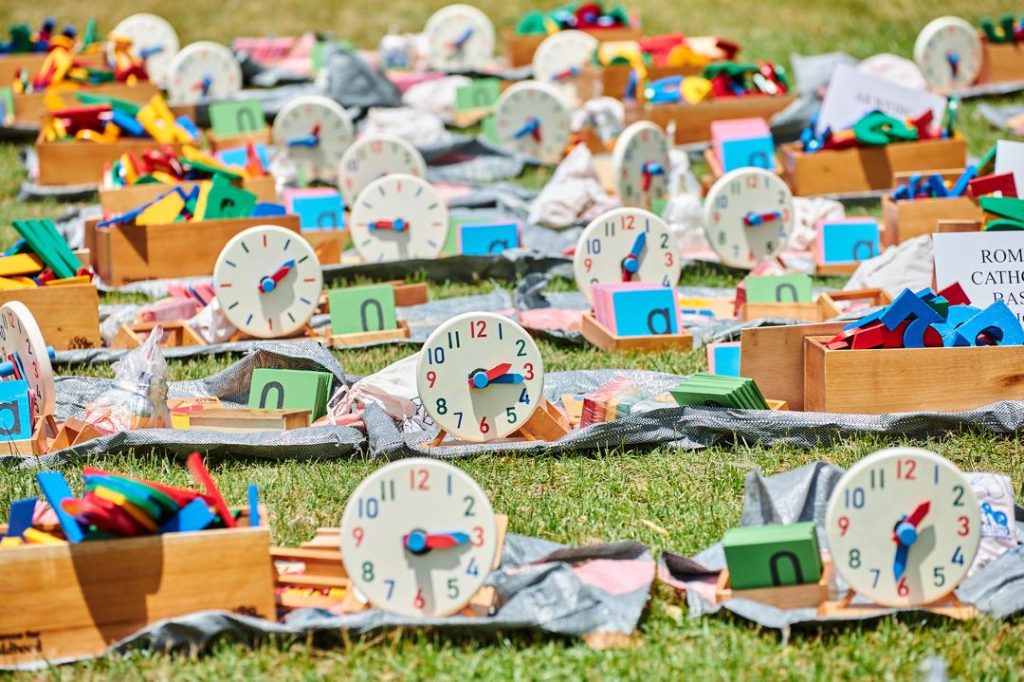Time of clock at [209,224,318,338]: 2:09
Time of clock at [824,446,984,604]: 1:31
